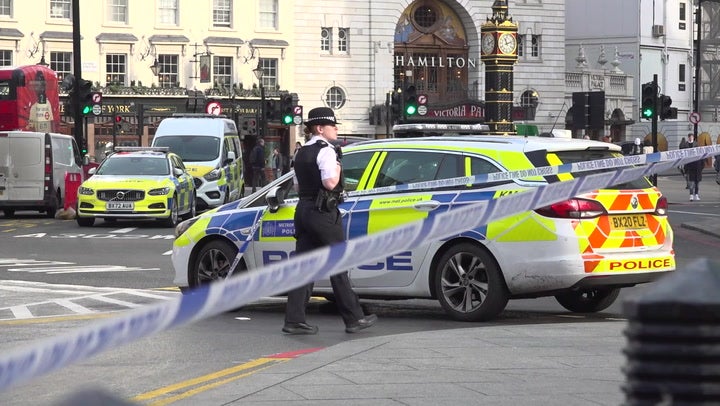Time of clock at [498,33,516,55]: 11:11
